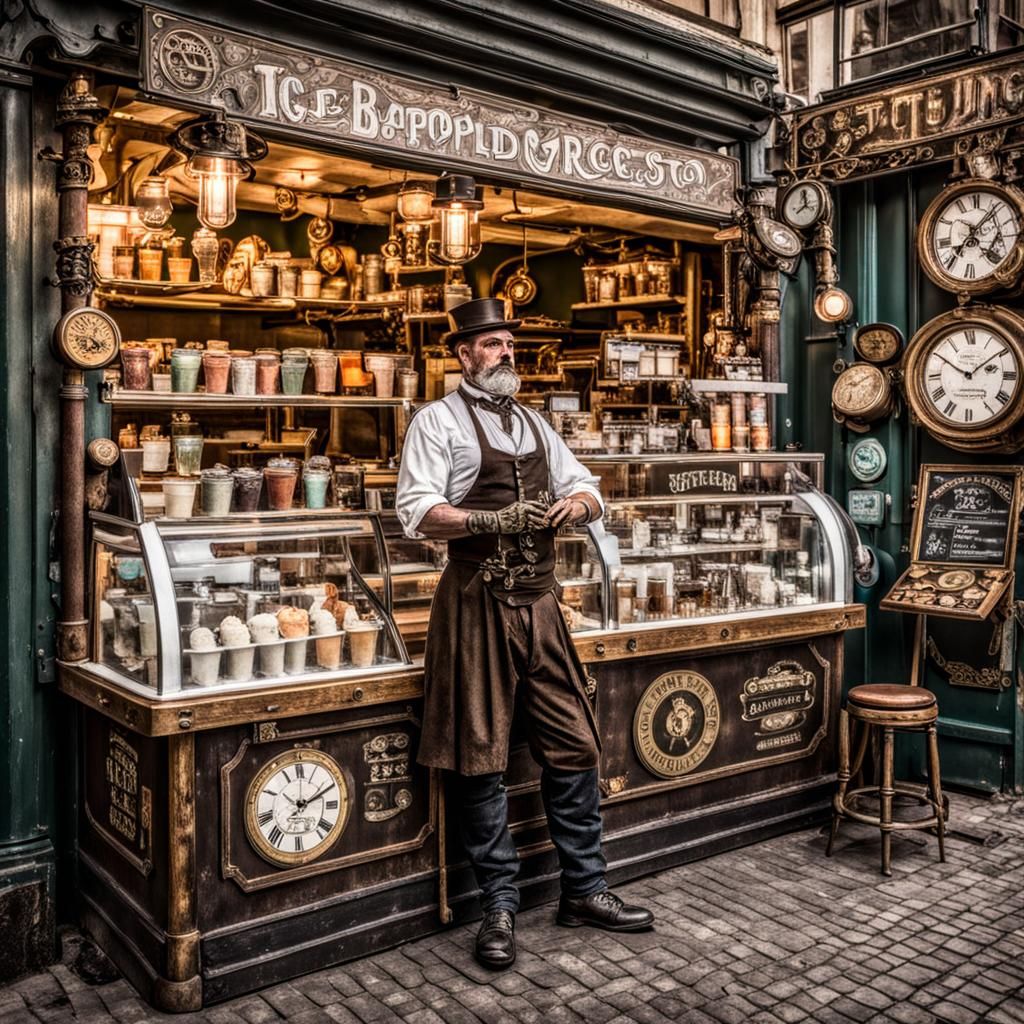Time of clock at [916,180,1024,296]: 7:07
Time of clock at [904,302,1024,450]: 1:50
